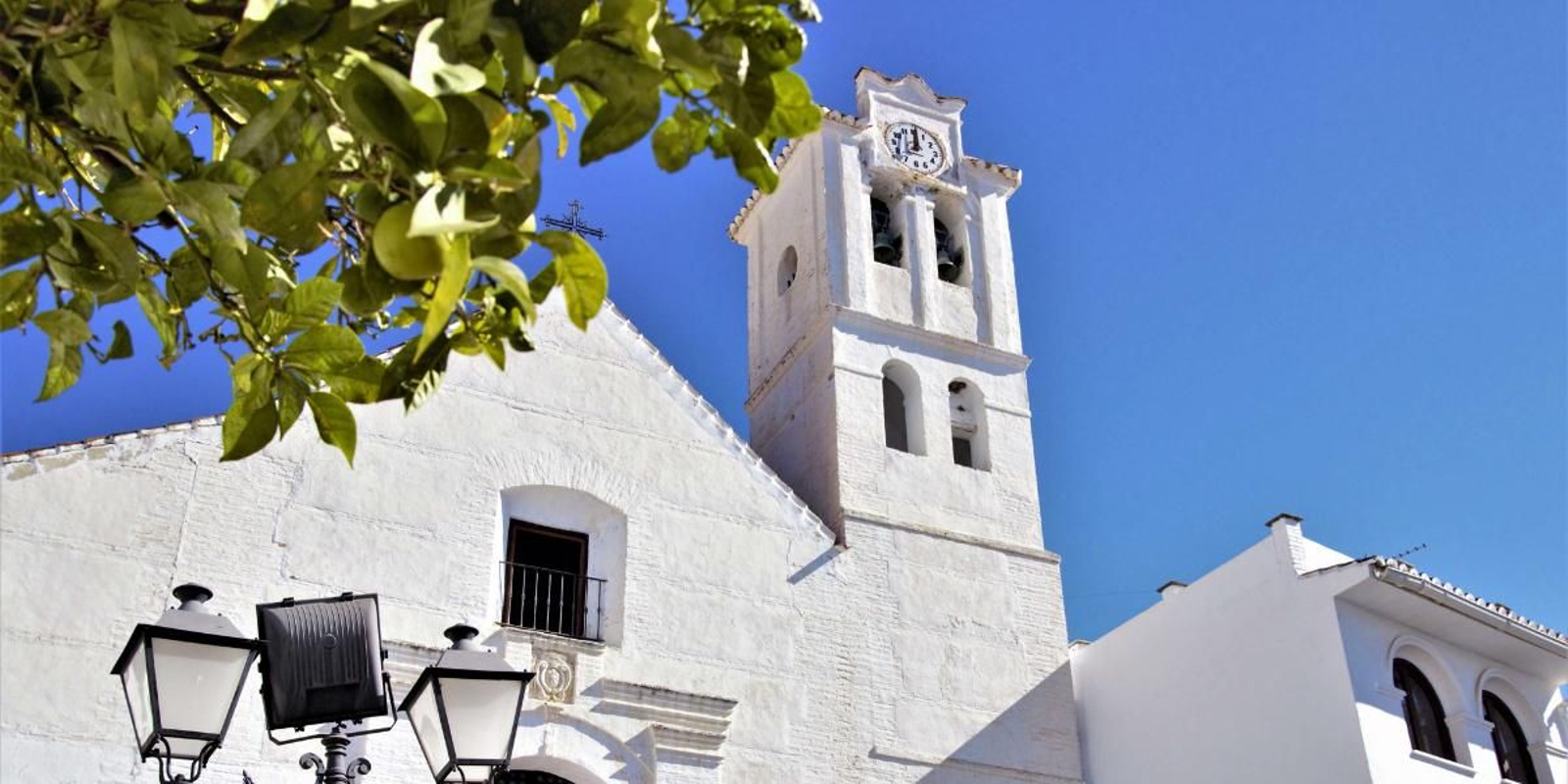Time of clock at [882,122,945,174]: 12:00
